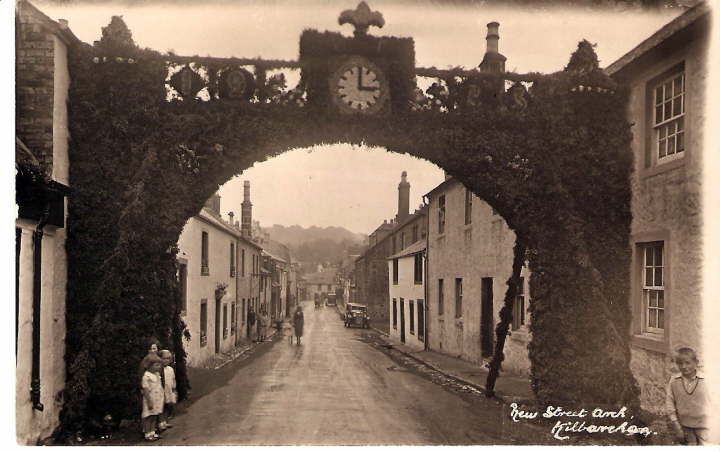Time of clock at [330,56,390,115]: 3:00
